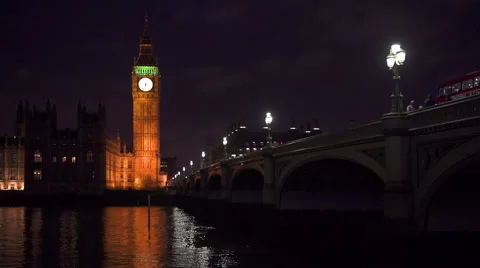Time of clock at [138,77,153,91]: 5:33
